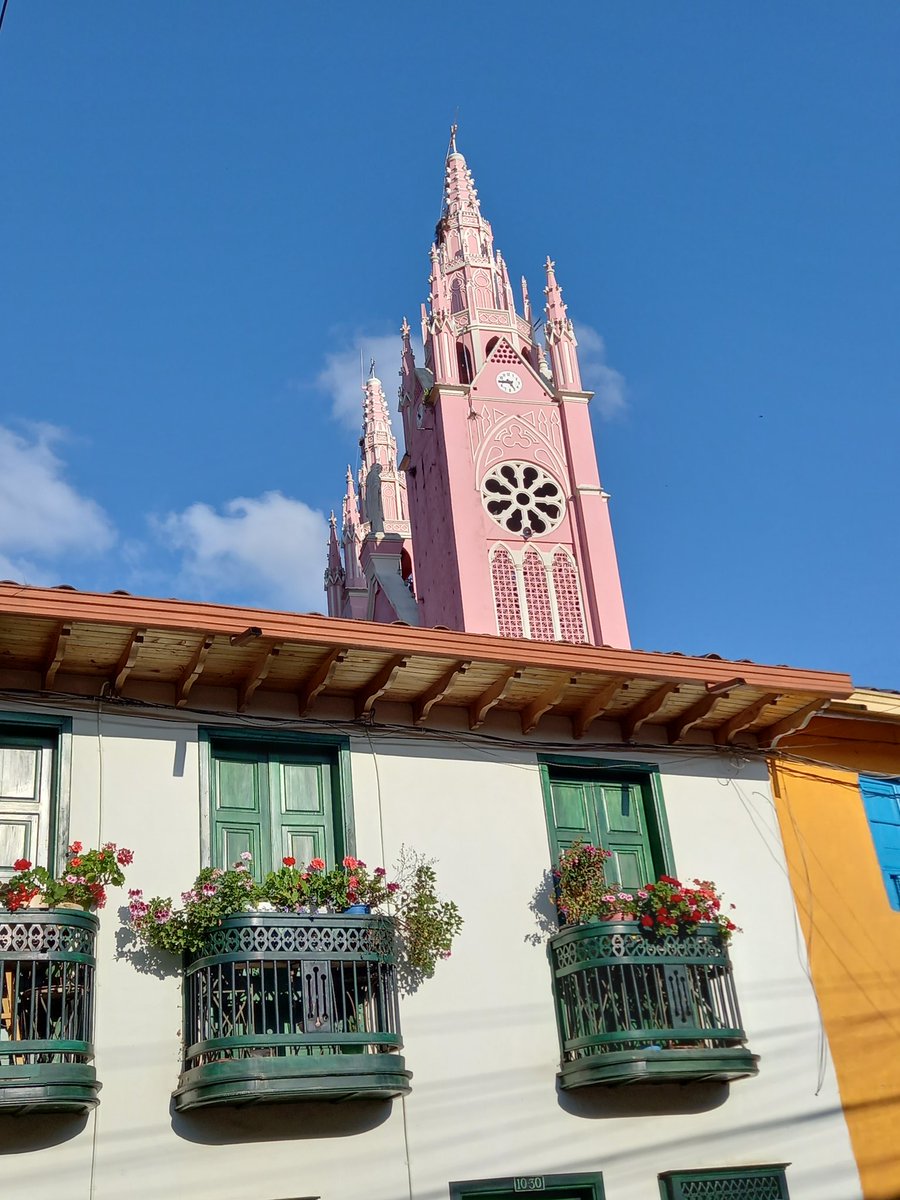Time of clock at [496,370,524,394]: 4:44
